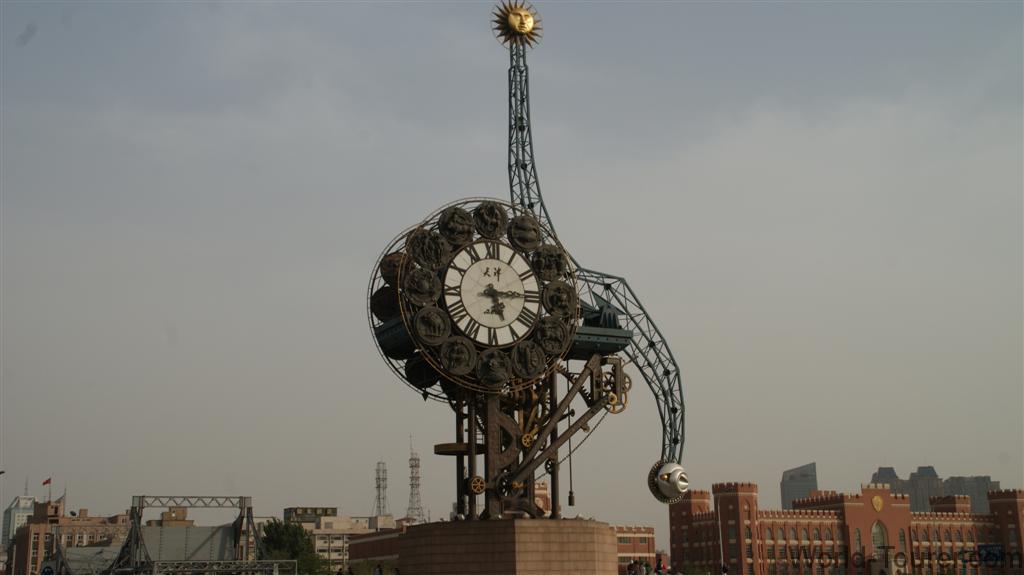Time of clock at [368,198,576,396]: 5:15
